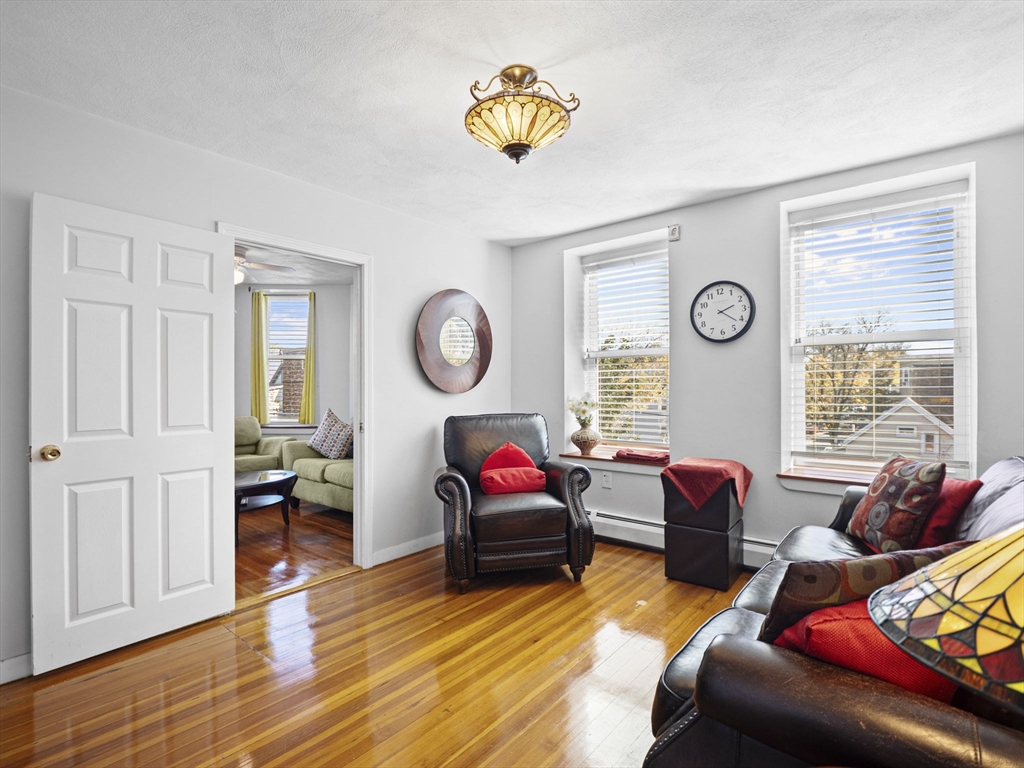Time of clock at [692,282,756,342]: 2:21
